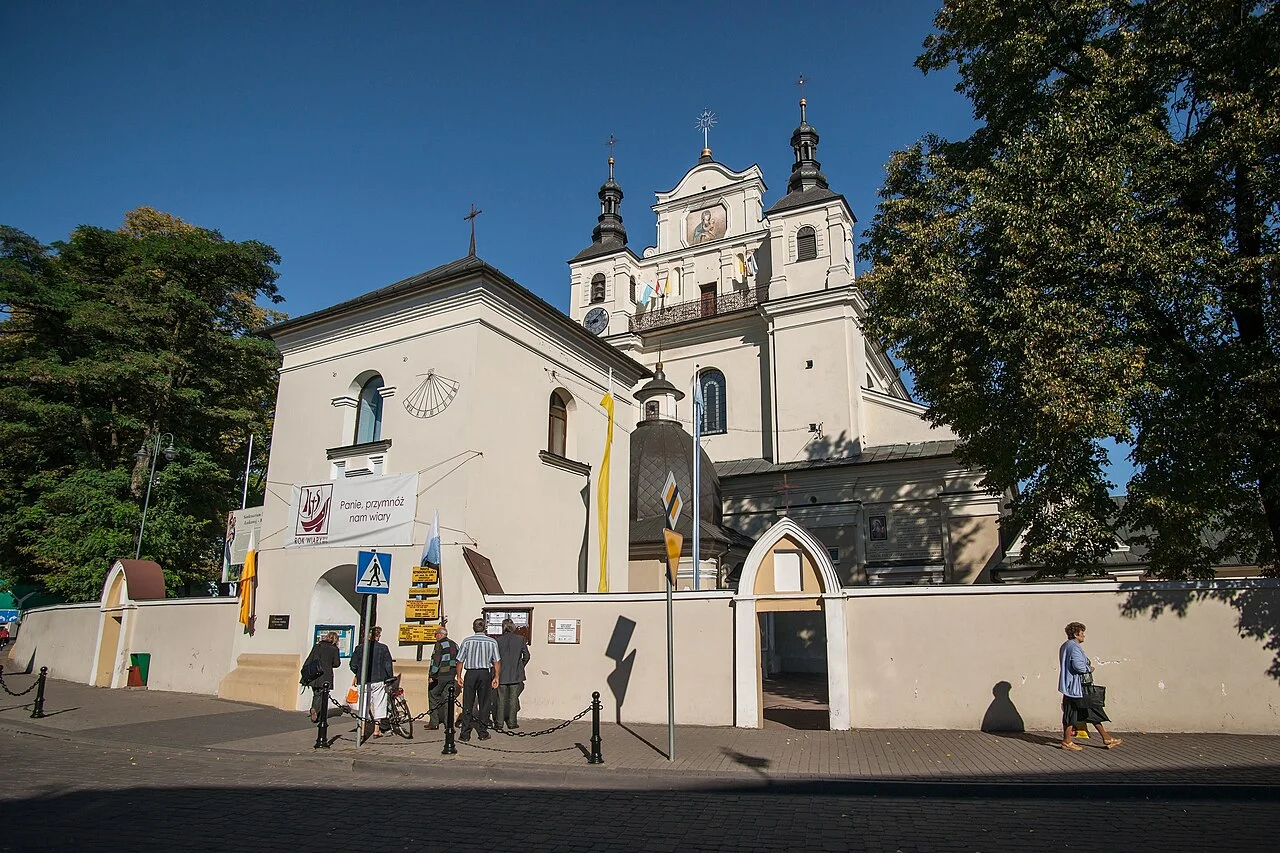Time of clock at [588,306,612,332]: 8:07
